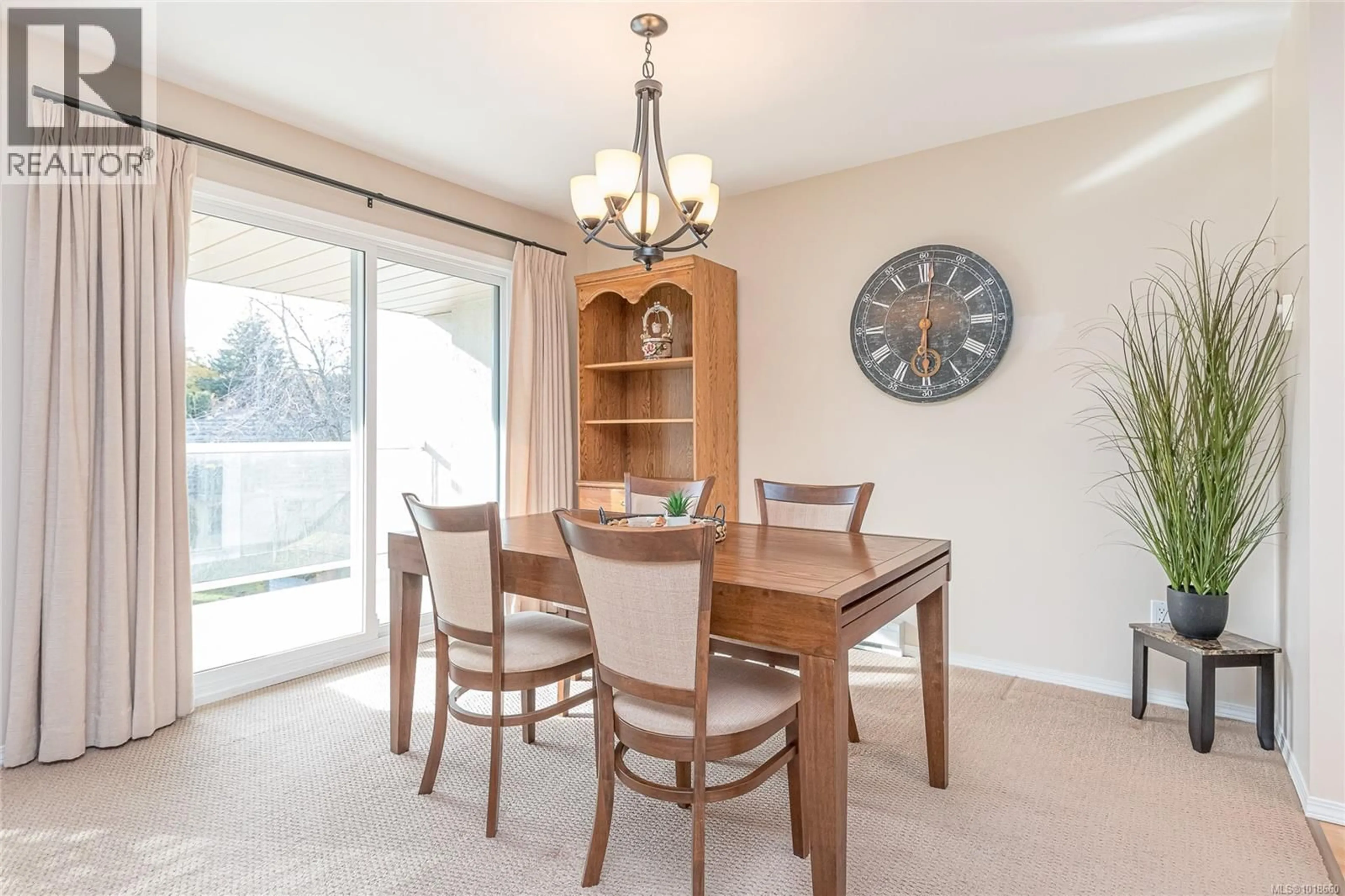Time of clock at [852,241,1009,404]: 6:01
